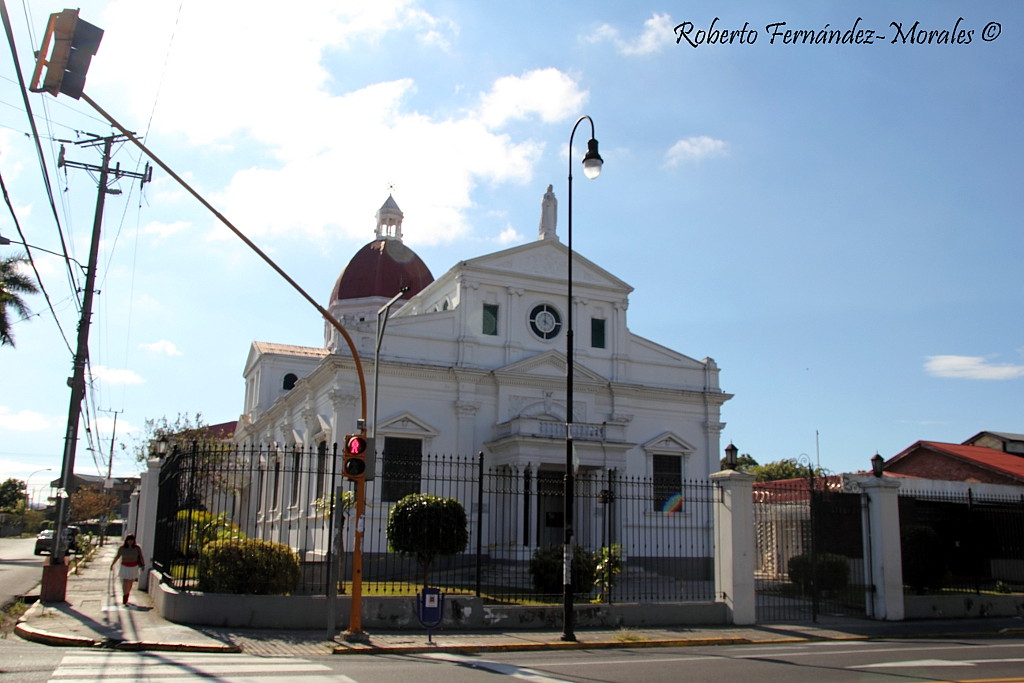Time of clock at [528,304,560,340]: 4:00
